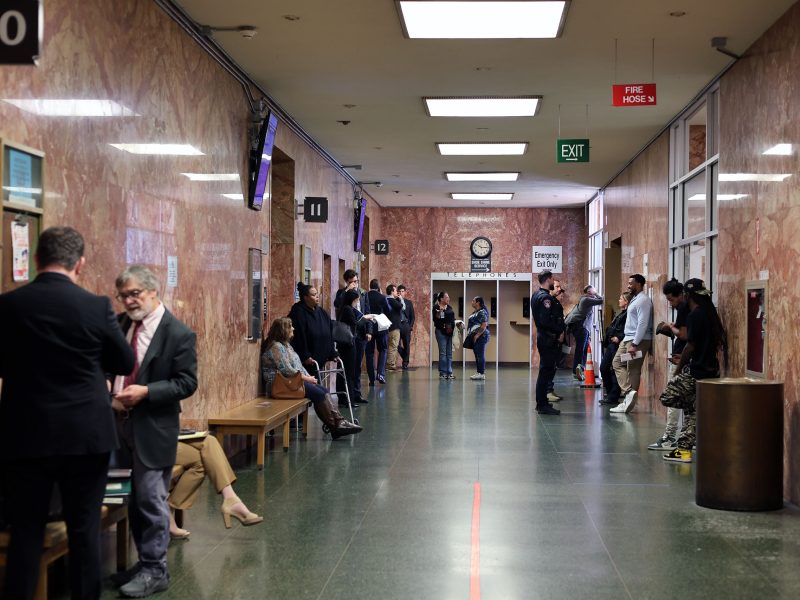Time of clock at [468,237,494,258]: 10:14
